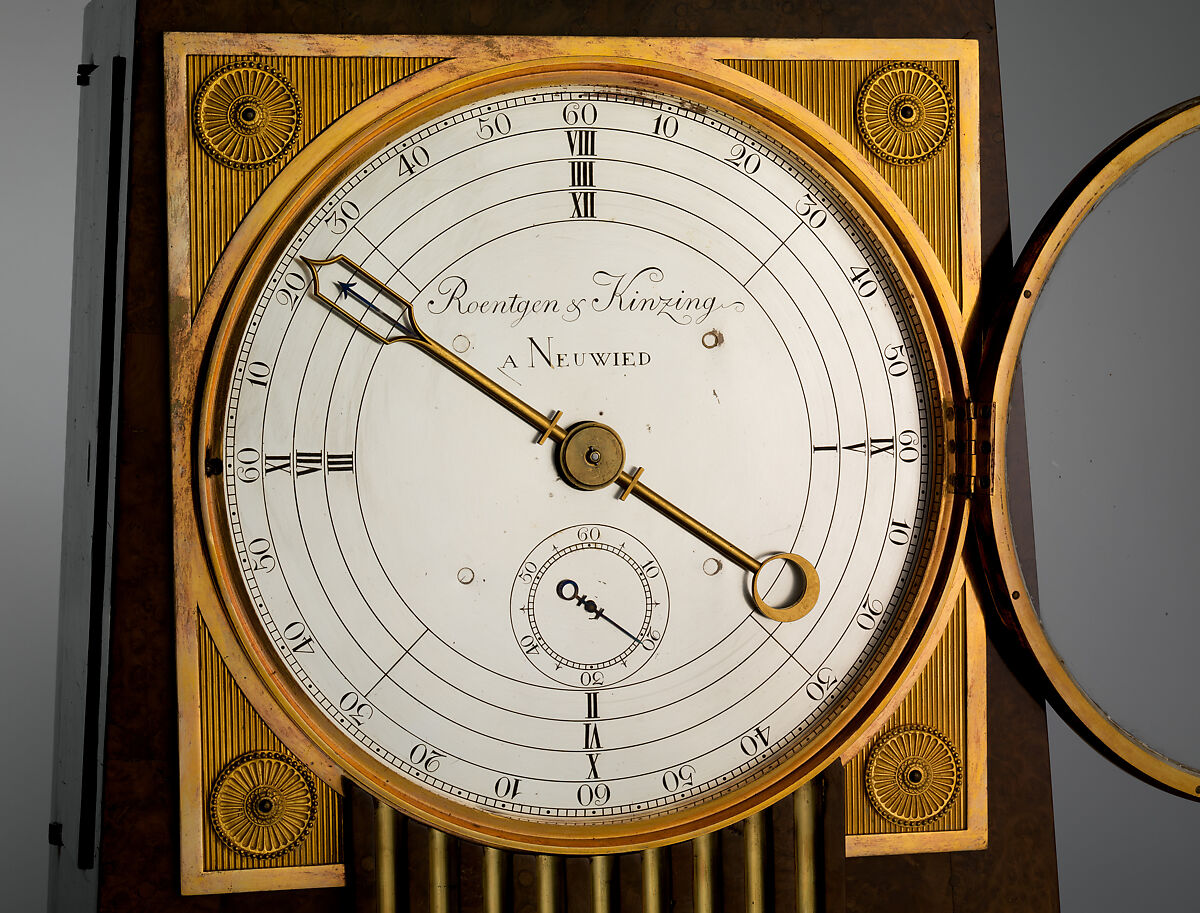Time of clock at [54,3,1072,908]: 3:50
